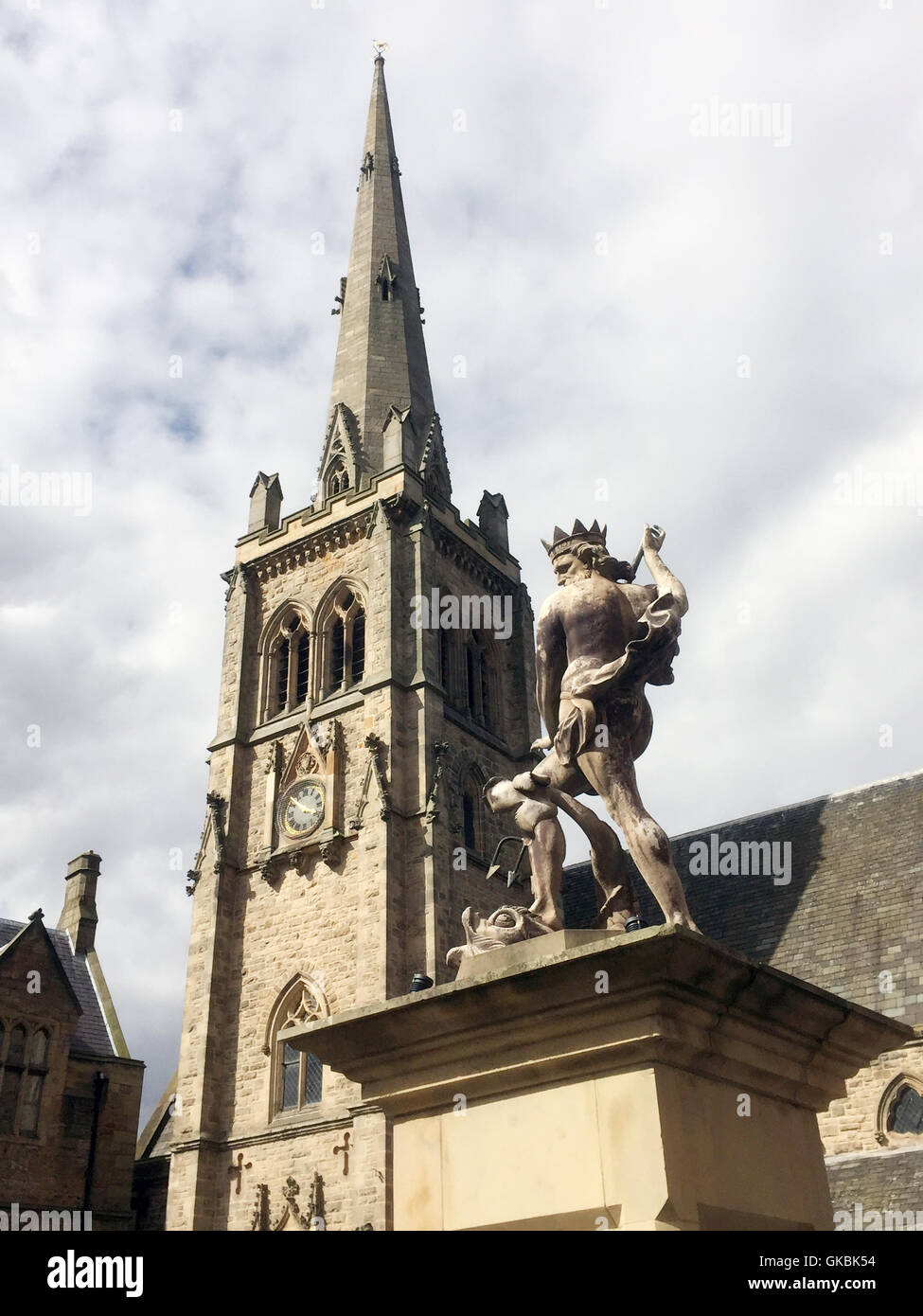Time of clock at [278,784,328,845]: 3:51
